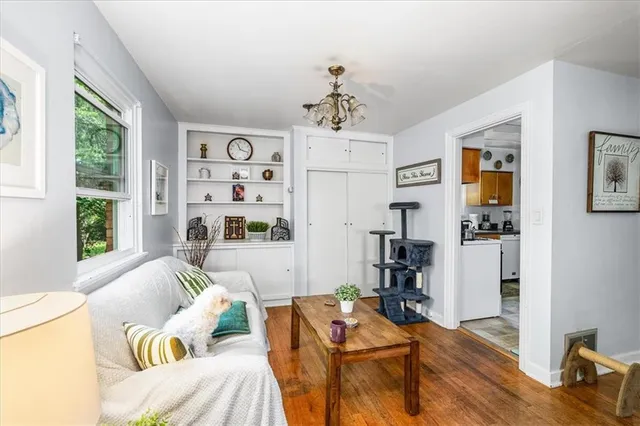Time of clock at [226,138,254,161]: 11:17
